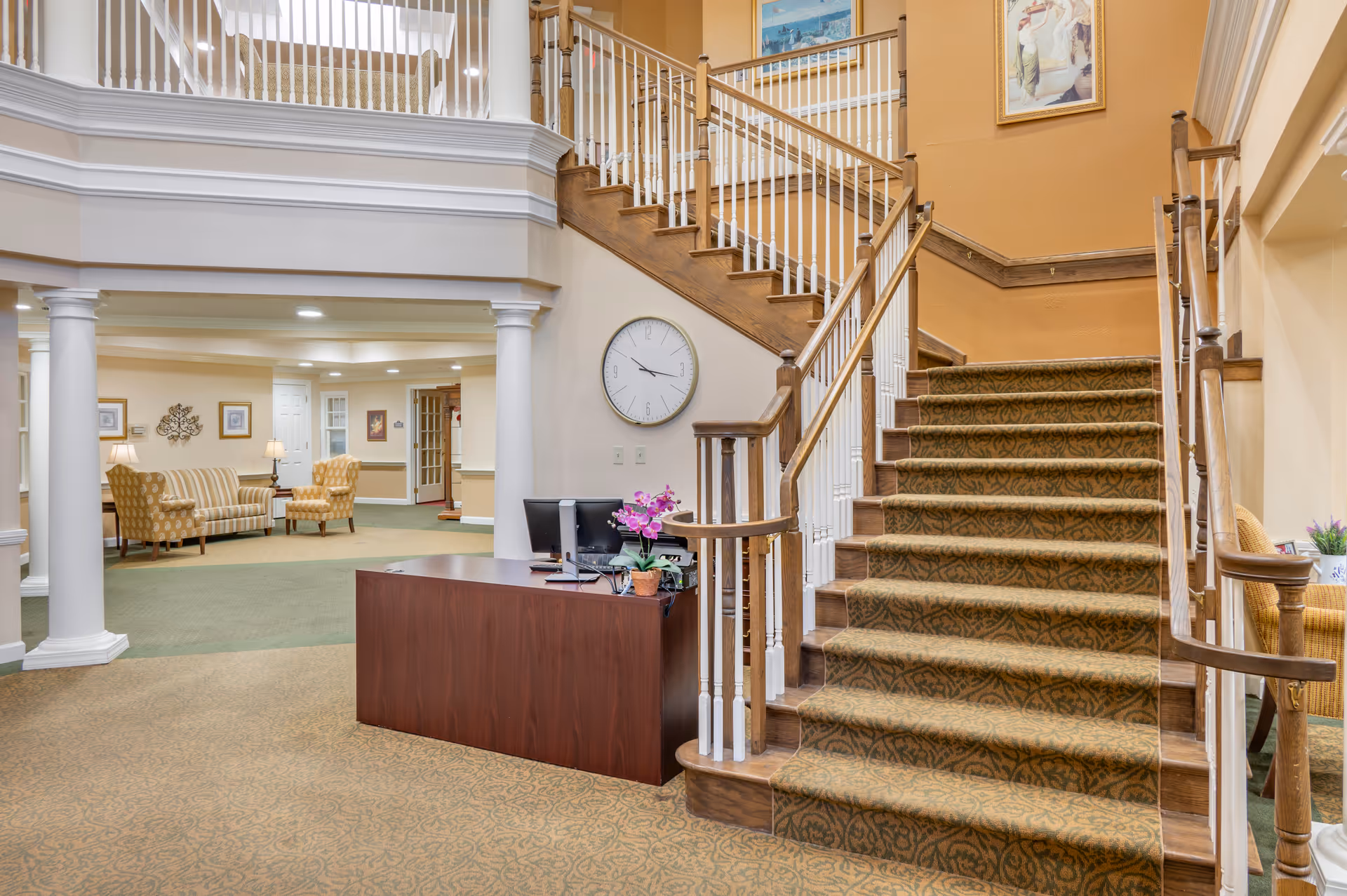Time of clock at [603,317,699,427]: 10:16
